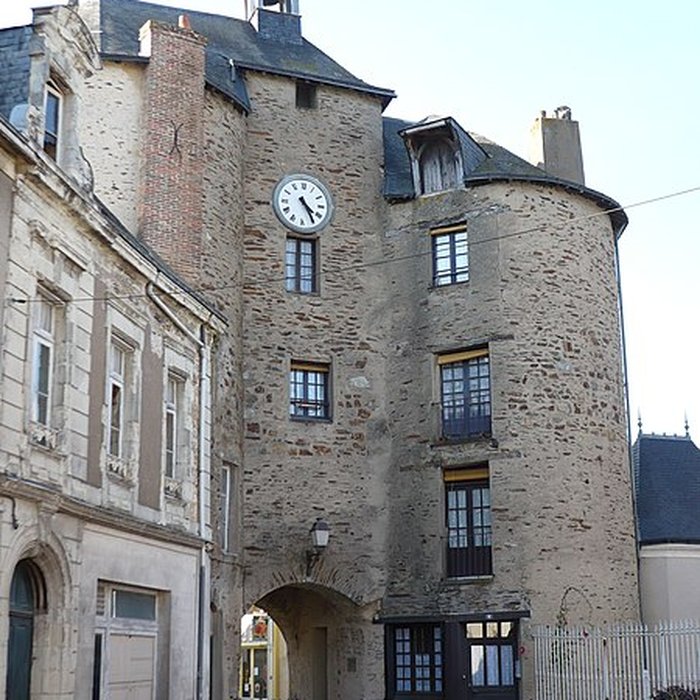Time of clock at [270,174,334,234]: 4:24
